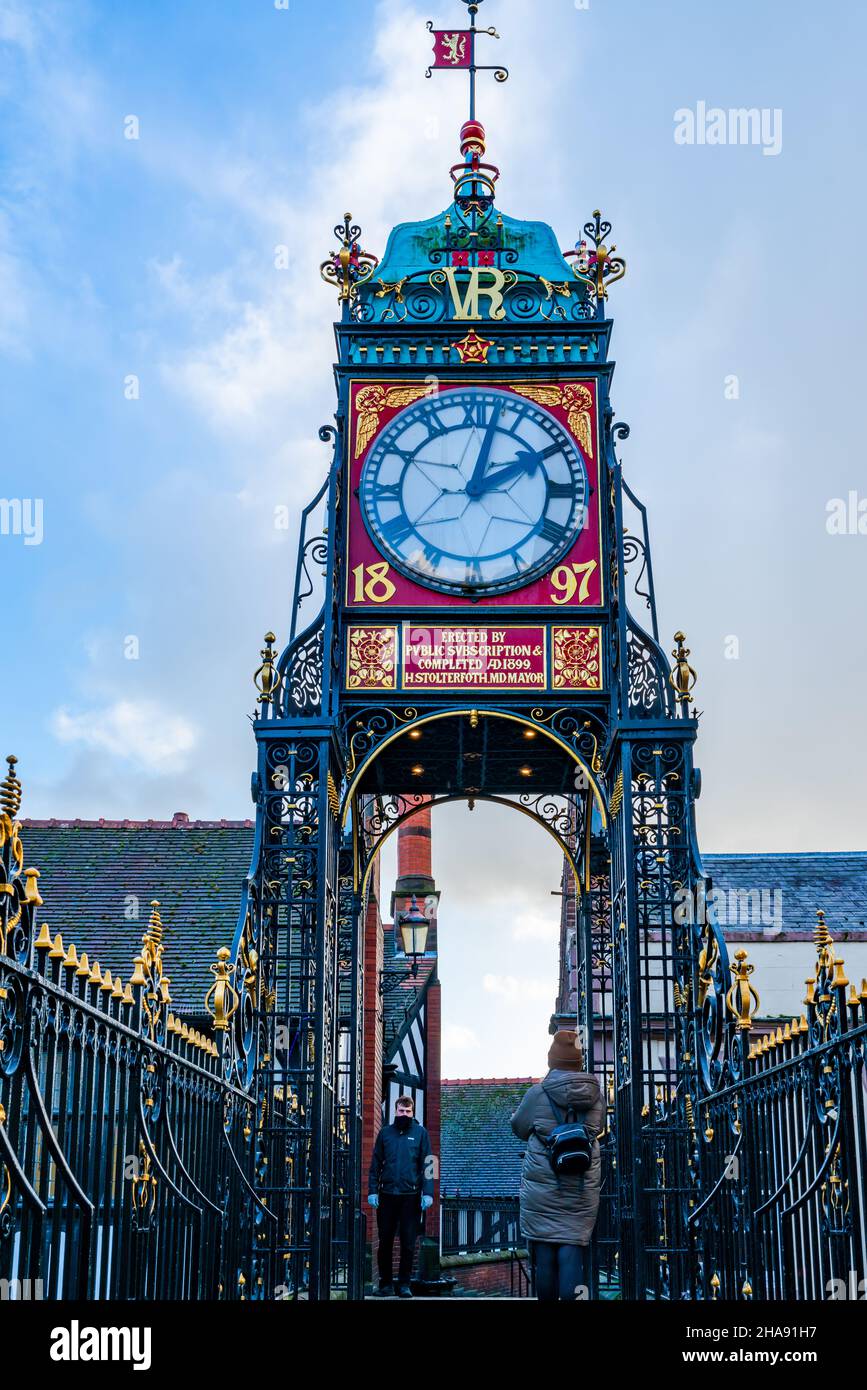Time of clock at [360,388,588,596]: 2:02
